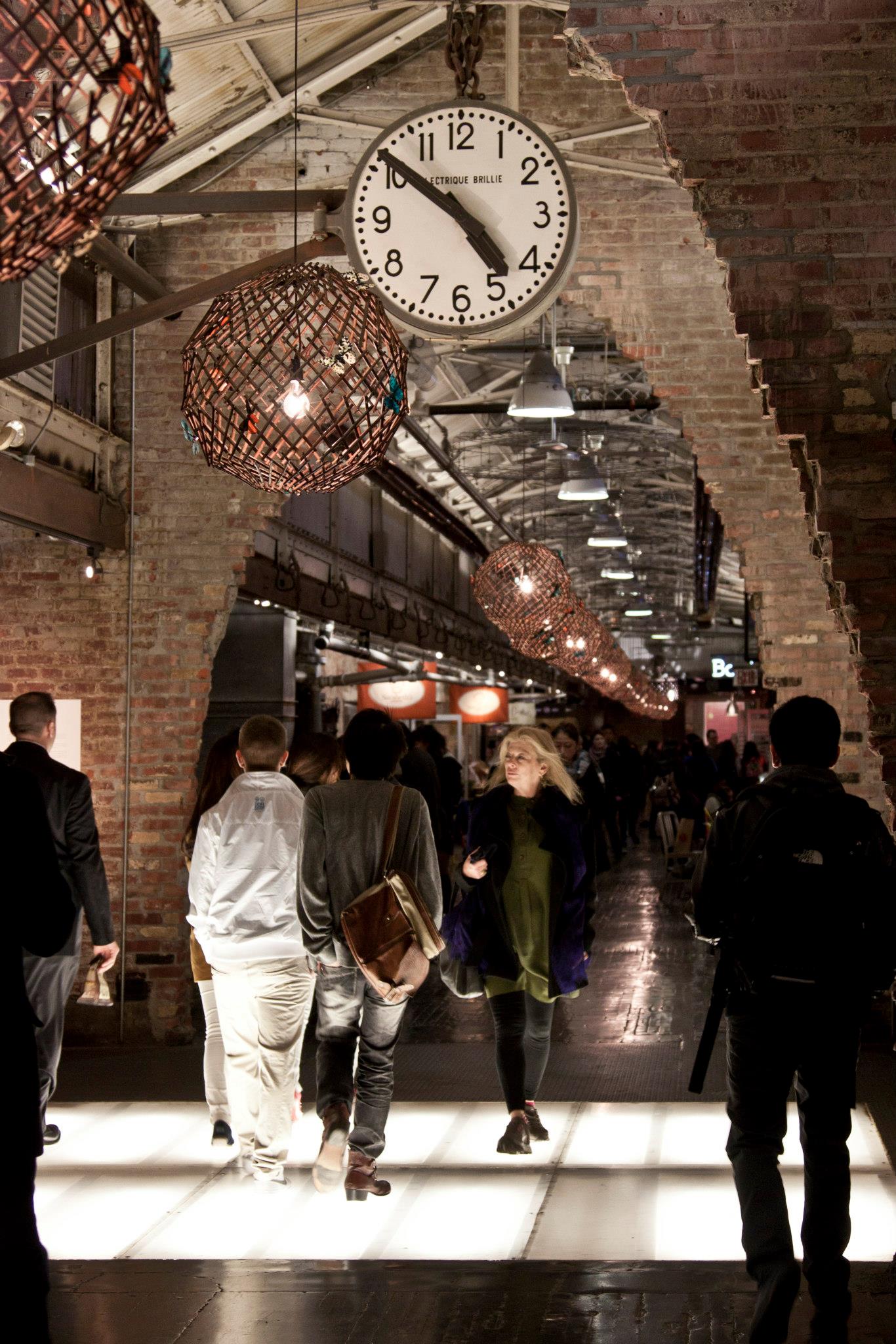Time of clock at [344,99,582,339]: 4:51
